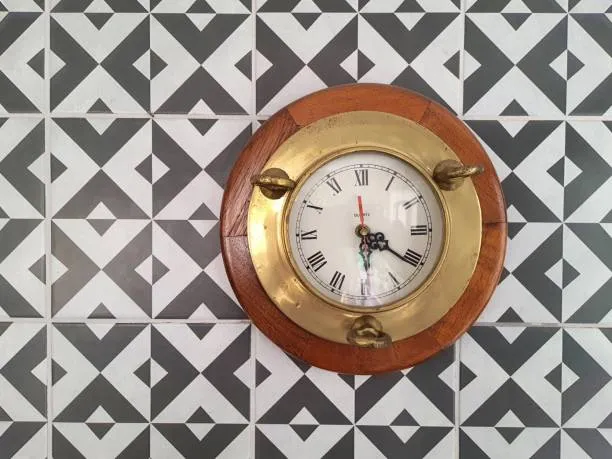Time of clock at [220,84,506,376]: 5:20
